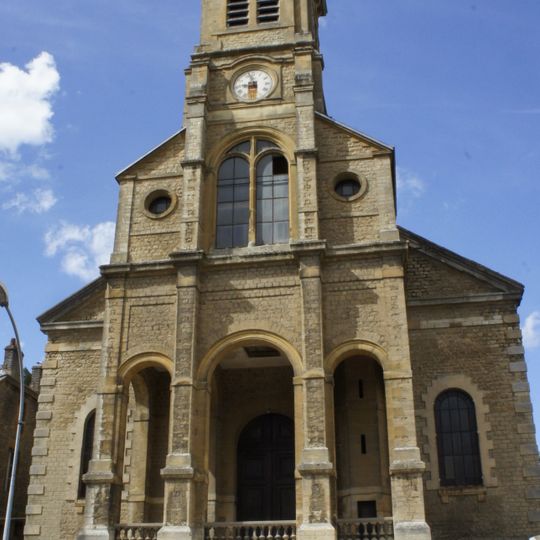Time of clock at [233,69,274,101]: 8:57
